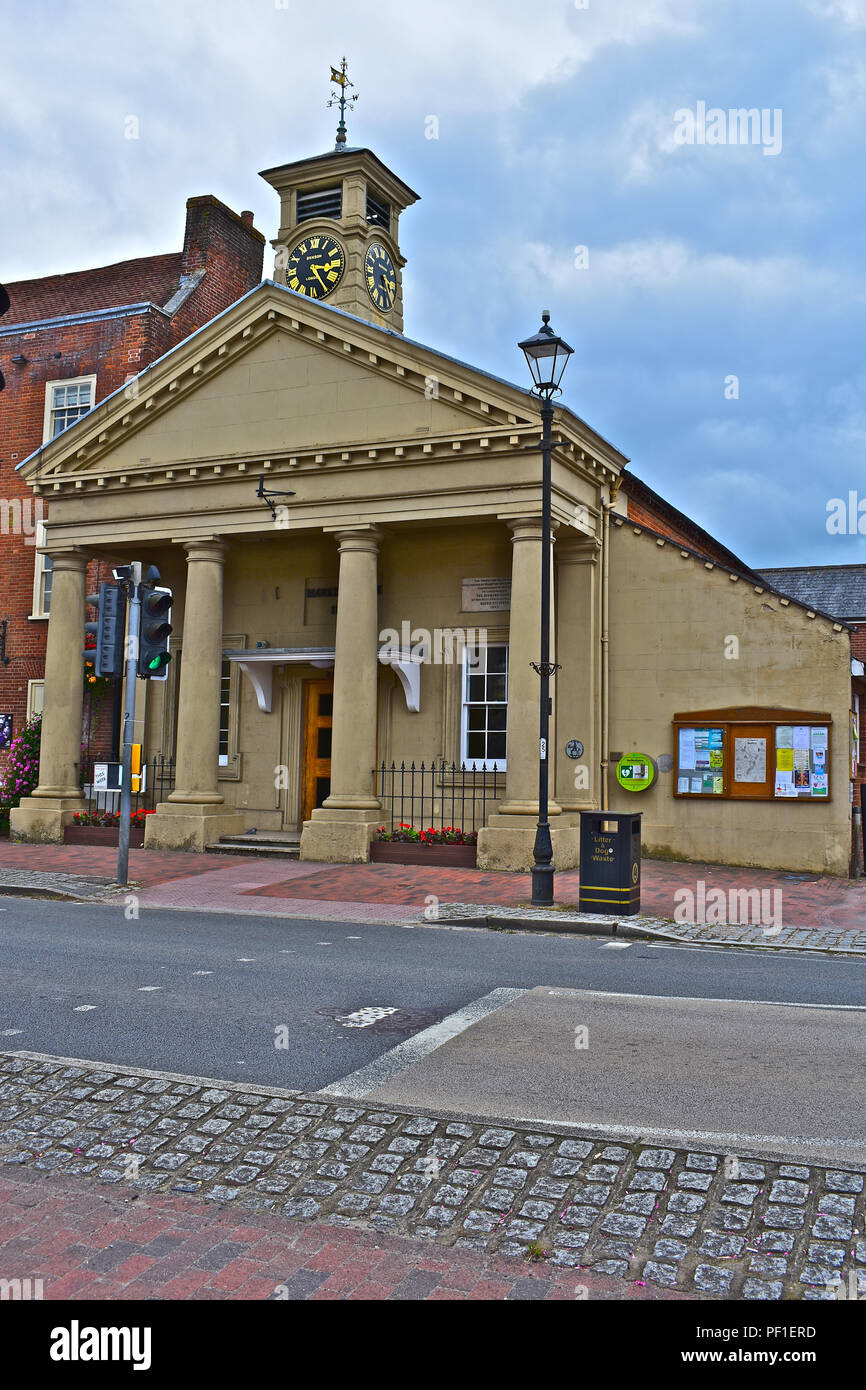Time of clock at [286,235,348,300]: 3:24
